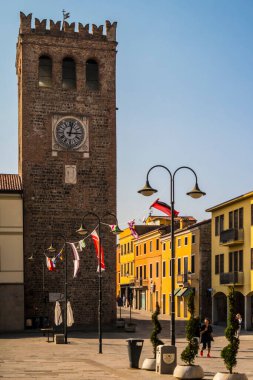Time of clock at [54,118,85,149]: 3:02
